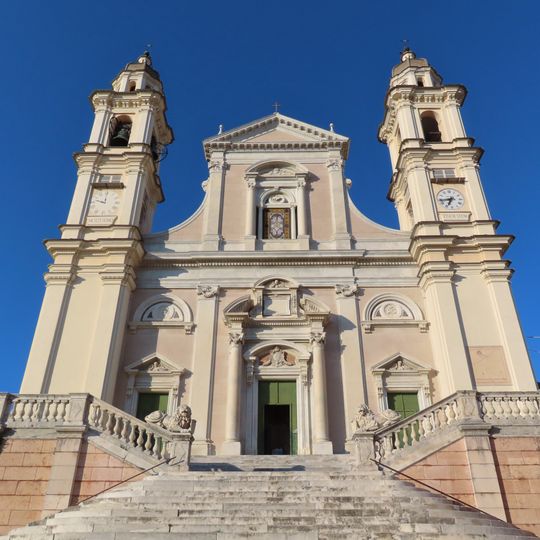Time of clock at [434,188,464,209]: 6:43
